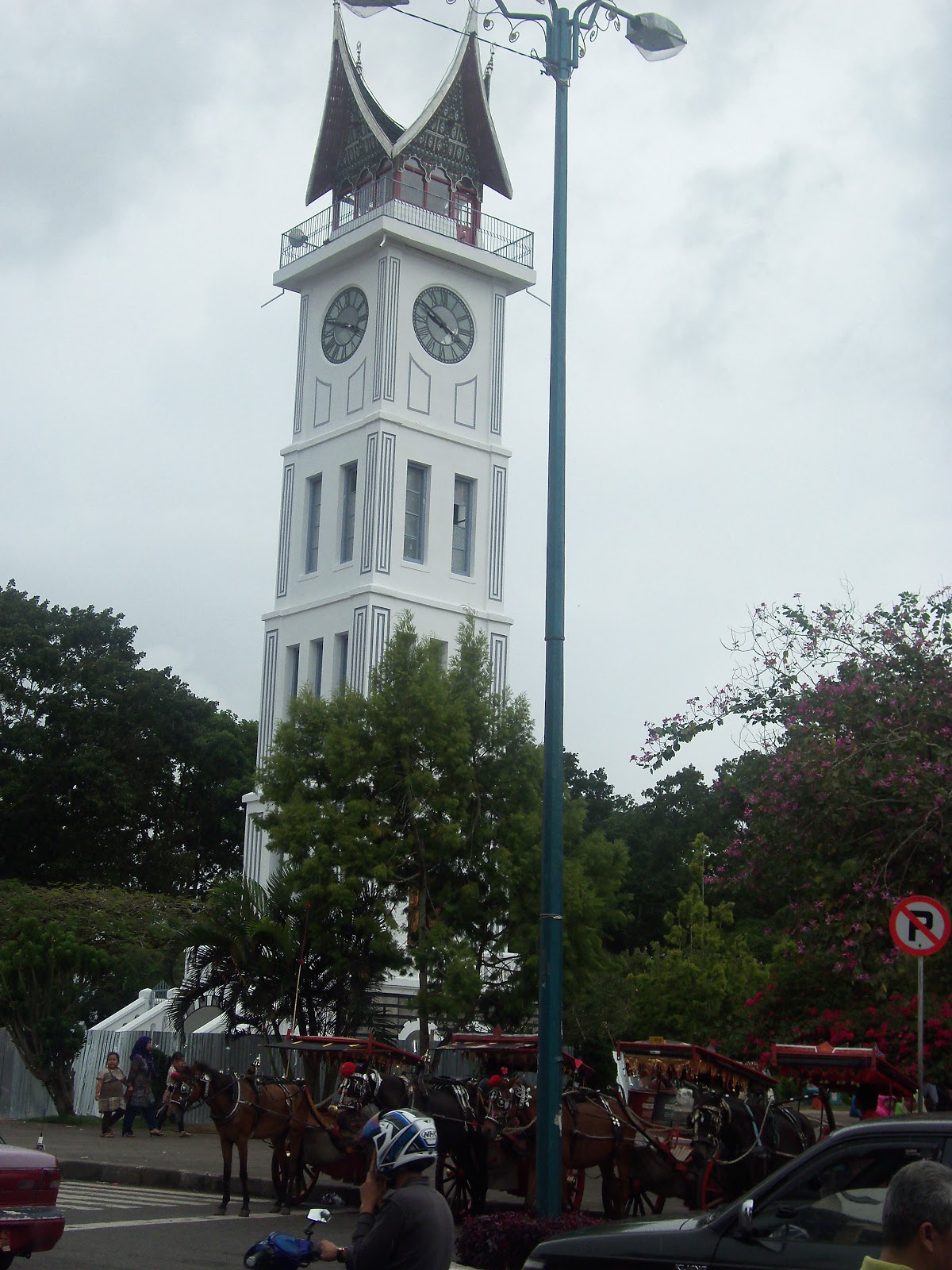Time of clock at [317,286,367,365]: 3:48
